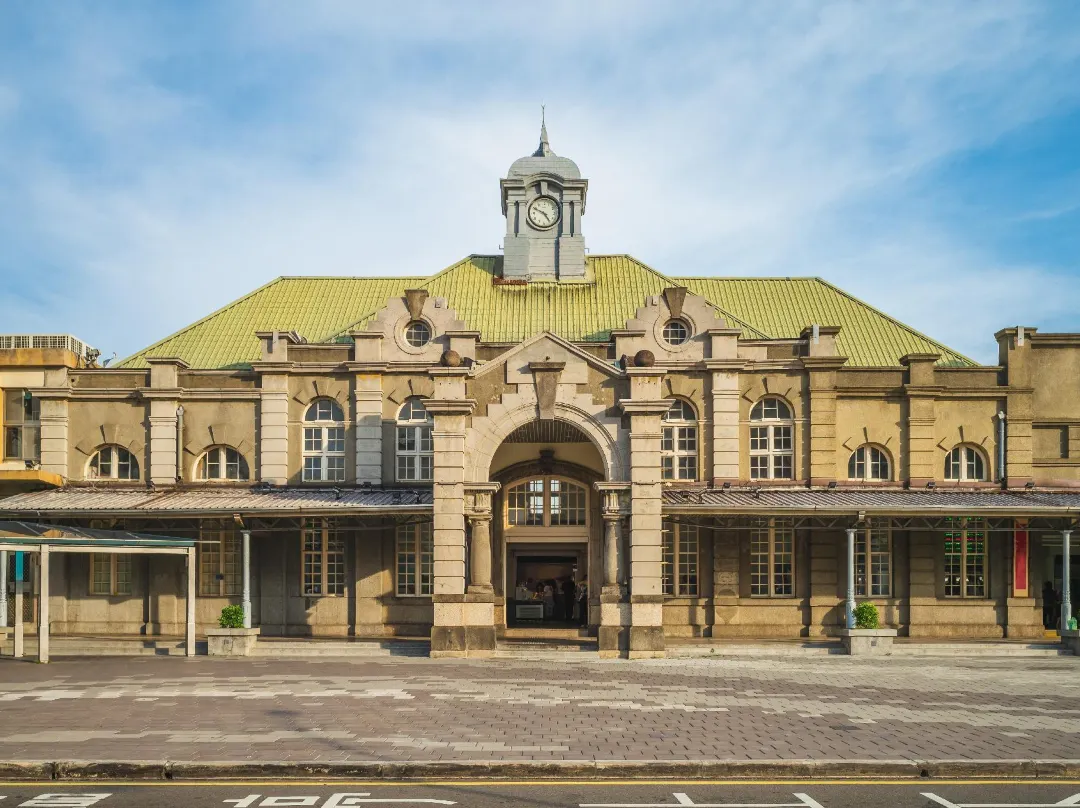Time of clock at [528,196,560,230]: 4:49
